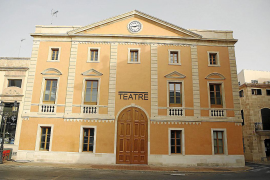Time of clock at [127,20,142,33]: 9:12
